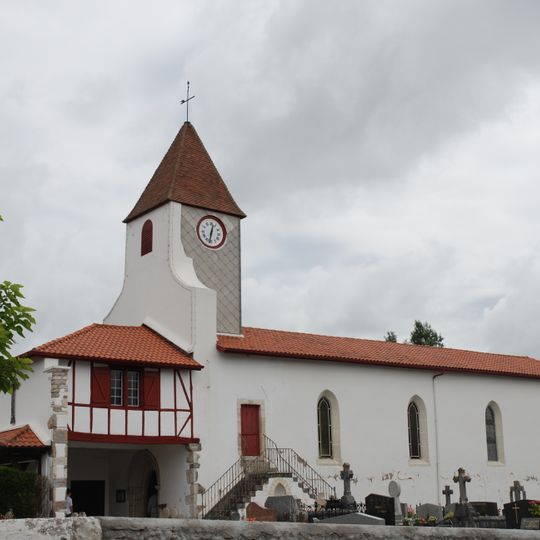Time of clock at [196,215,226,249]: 12:32
